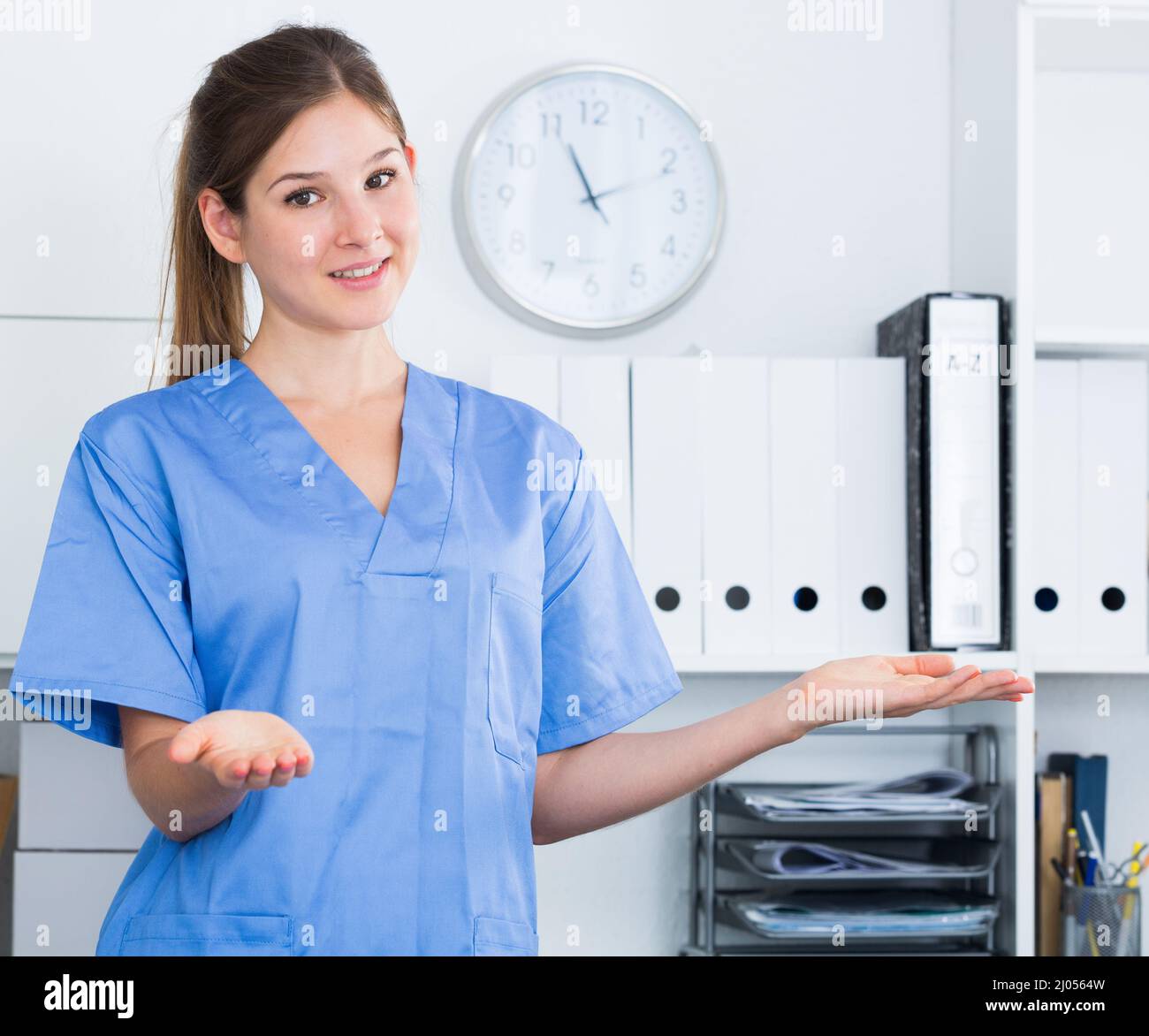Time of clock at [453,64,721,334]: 11:11
